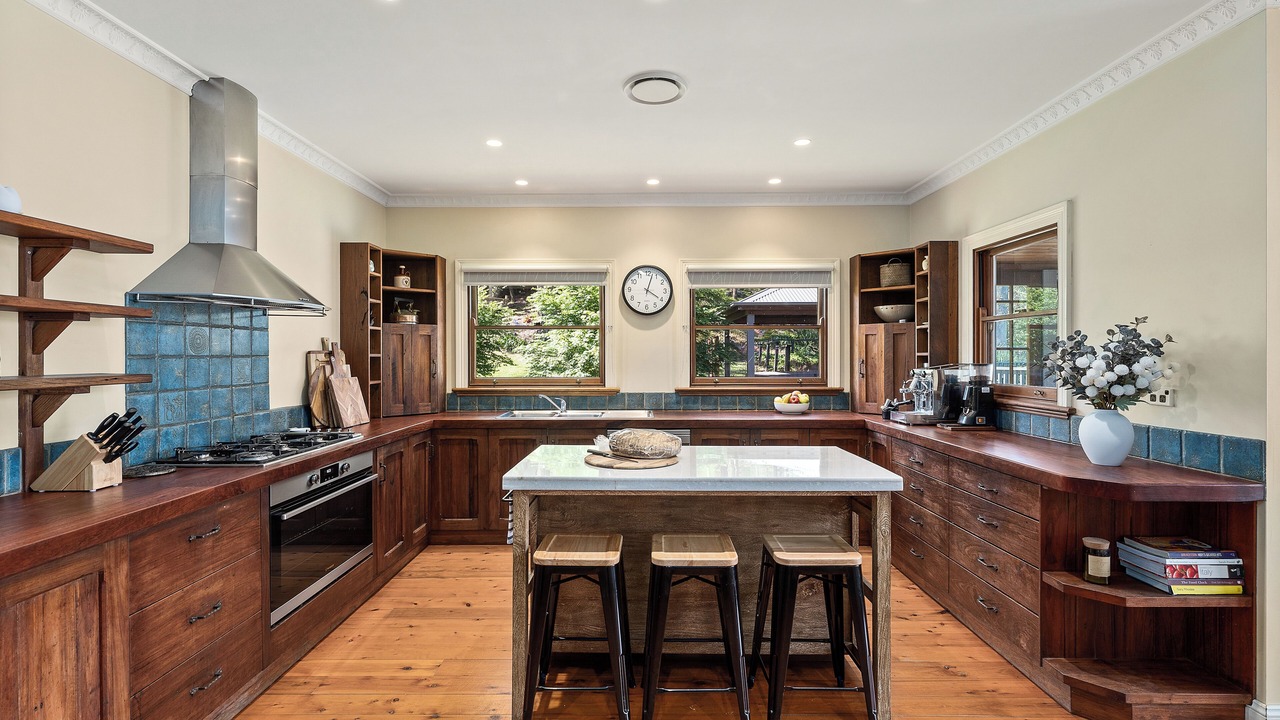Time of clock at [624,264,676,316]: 4:02
